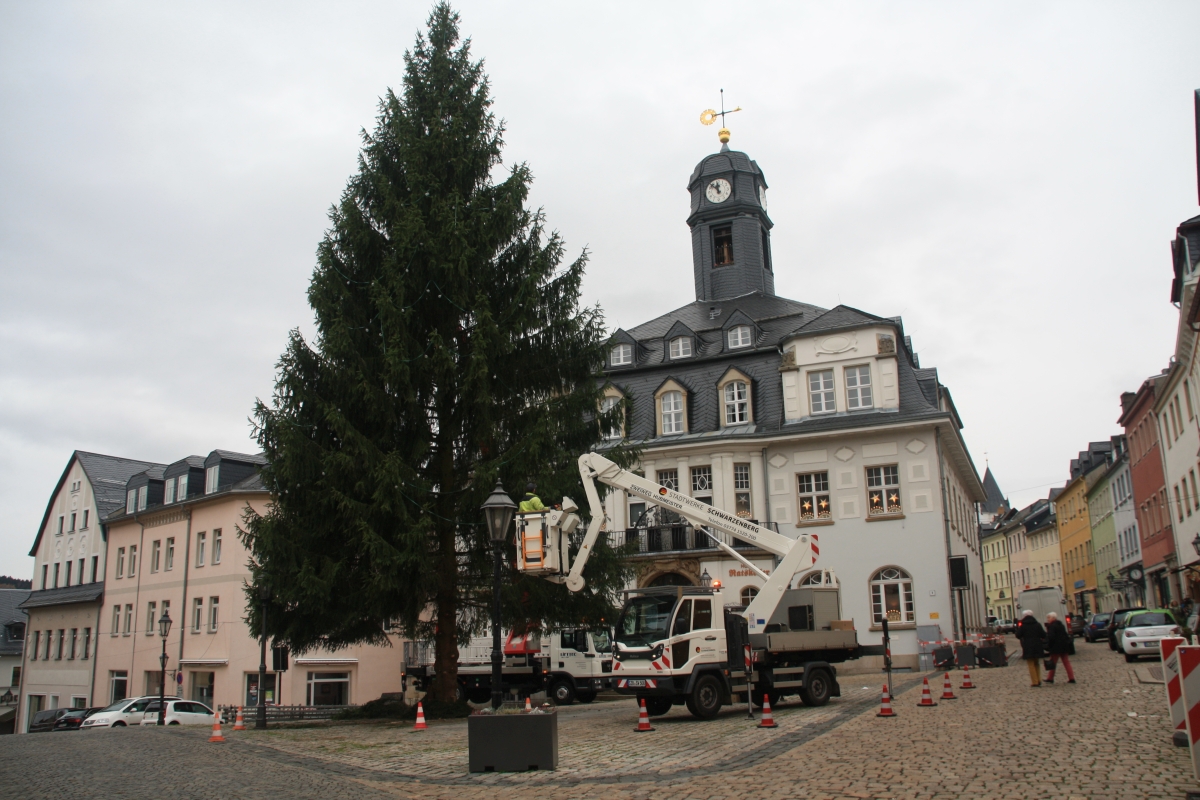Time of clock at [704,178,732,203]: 11:53
